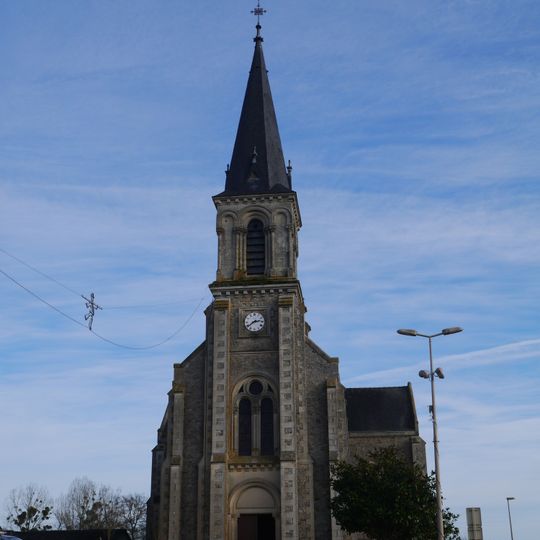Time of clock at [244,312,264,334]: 2:39
